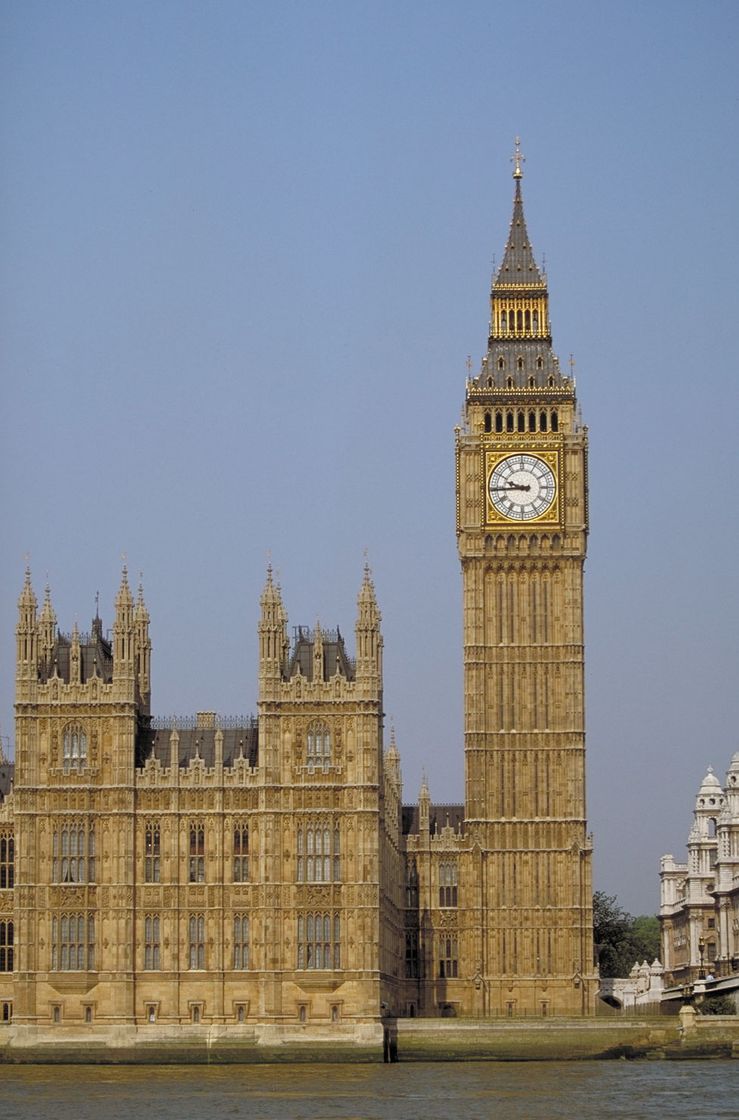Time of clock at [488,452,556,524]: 9:44
